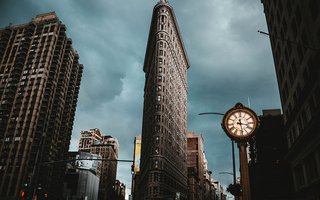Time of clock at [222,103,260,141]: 3:28
